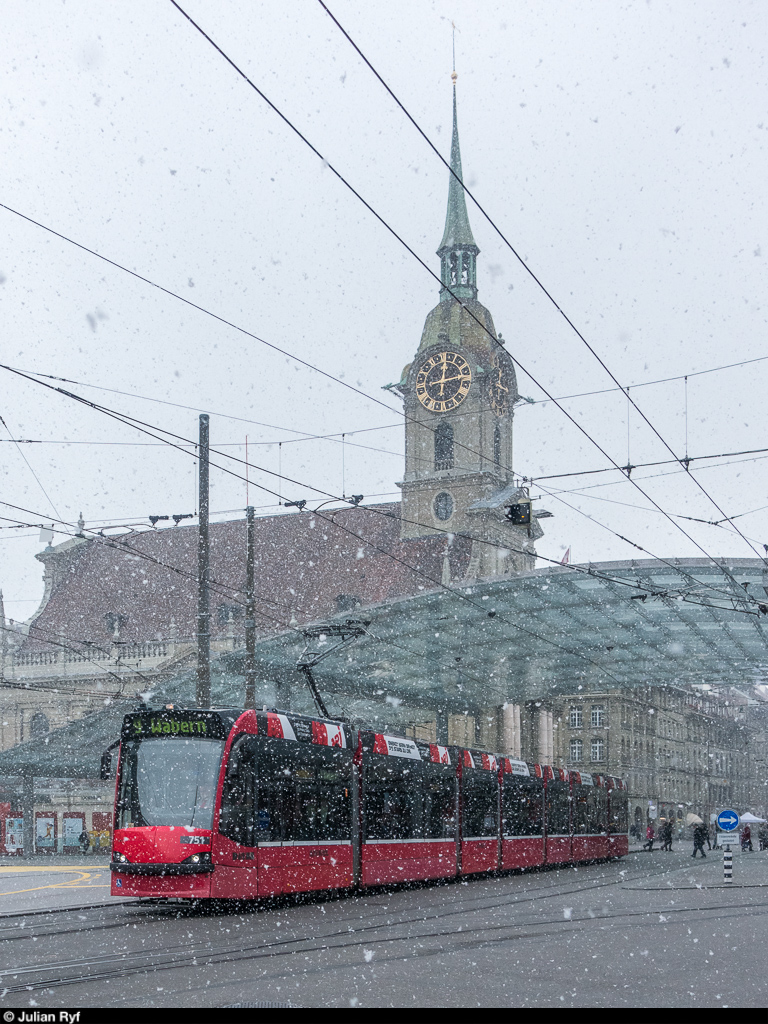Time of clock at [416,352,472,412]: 12:12
